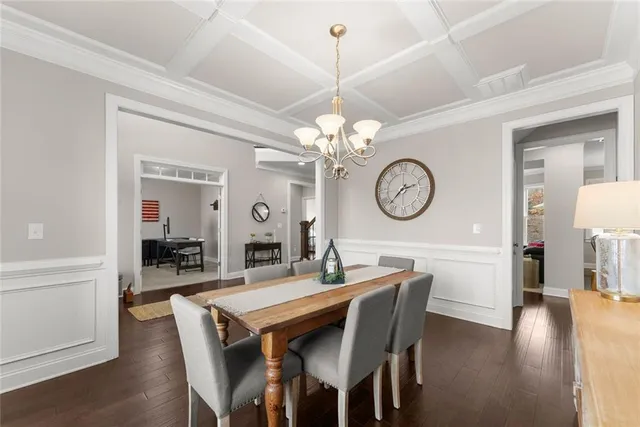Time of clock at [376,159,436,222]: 2:37
